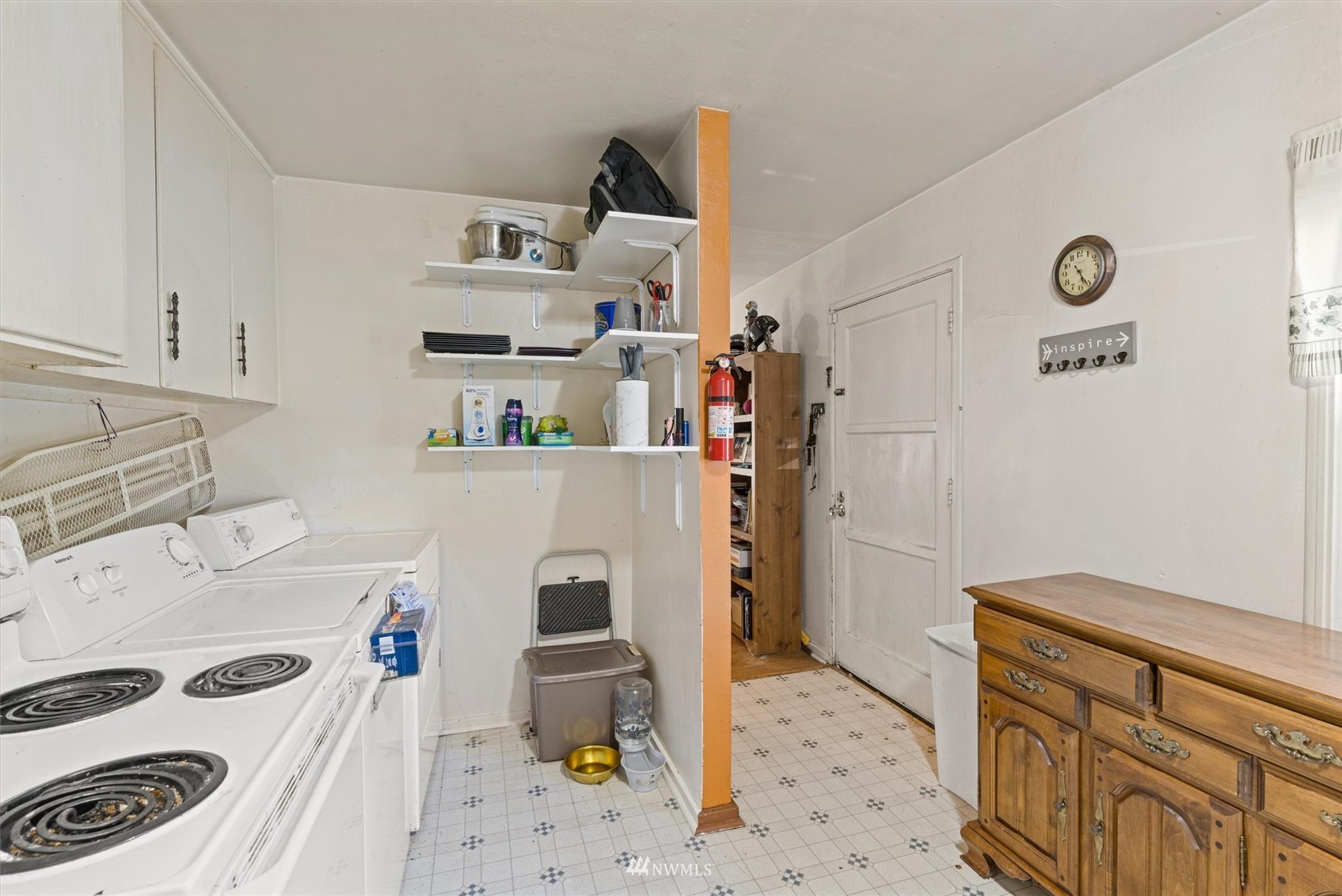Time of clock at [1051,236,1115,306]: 5:25
